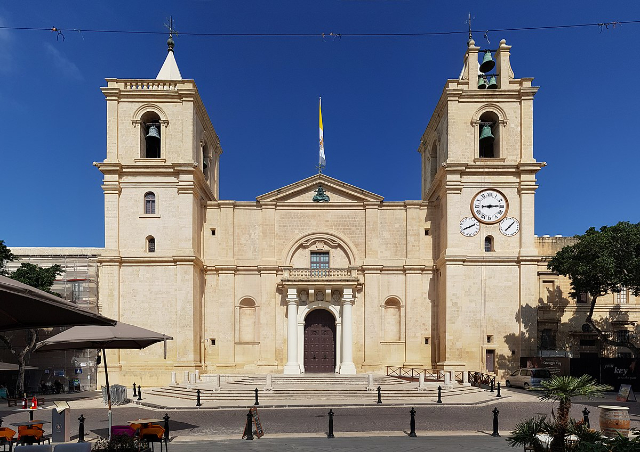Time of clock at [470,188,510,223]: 9:14
